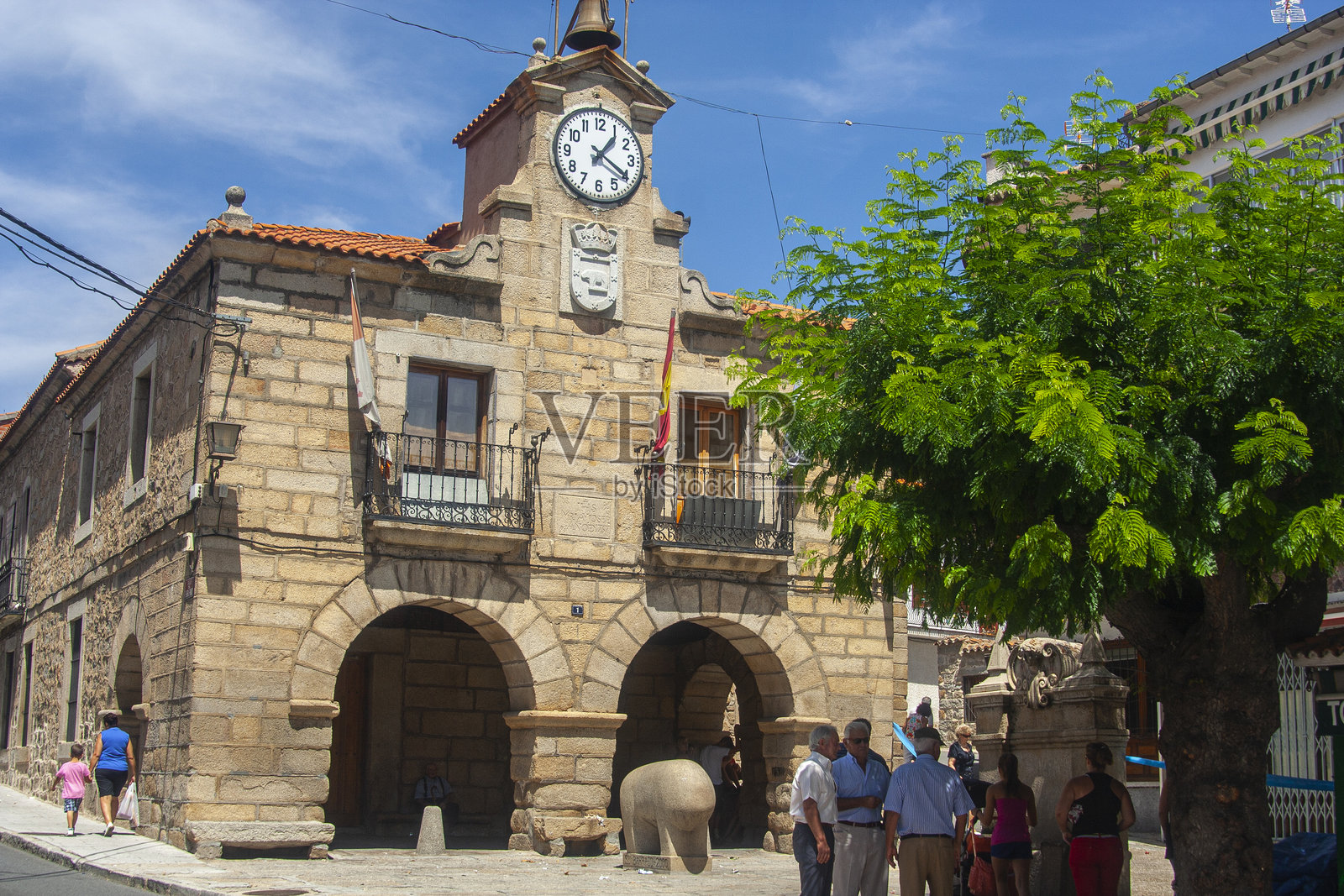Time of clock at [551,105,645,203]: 1:20
